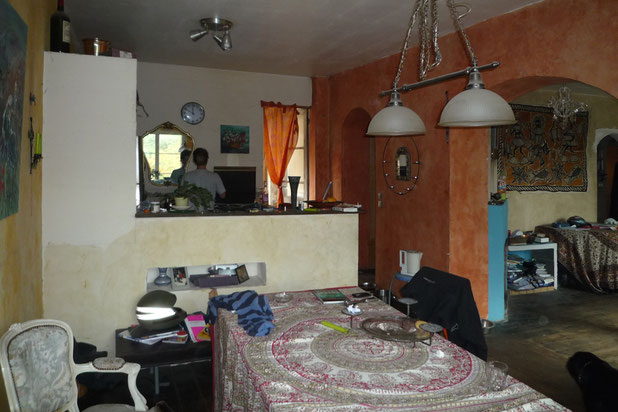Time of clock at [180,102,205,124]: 11:50
